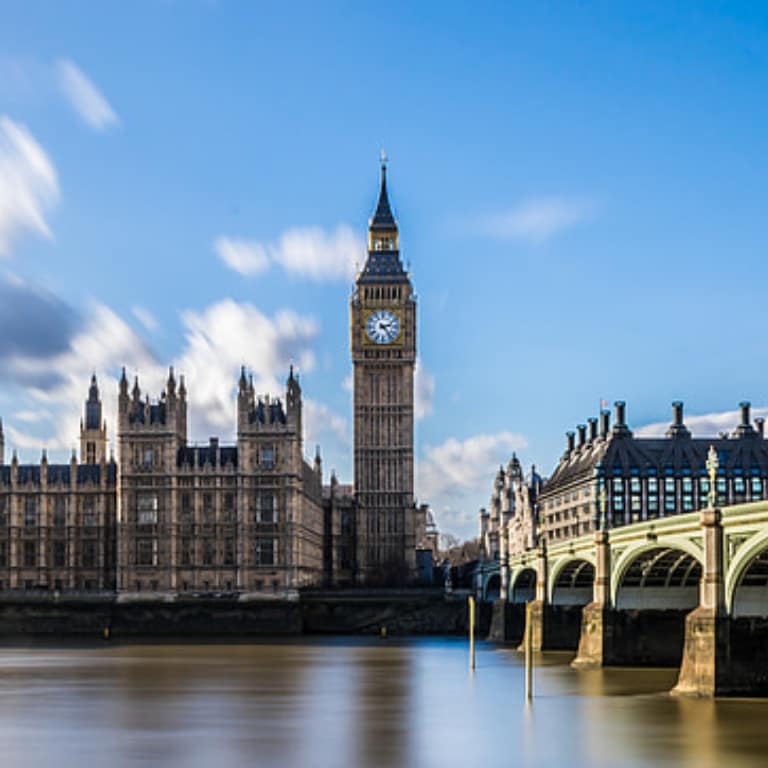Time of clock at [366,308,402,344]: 2:23
